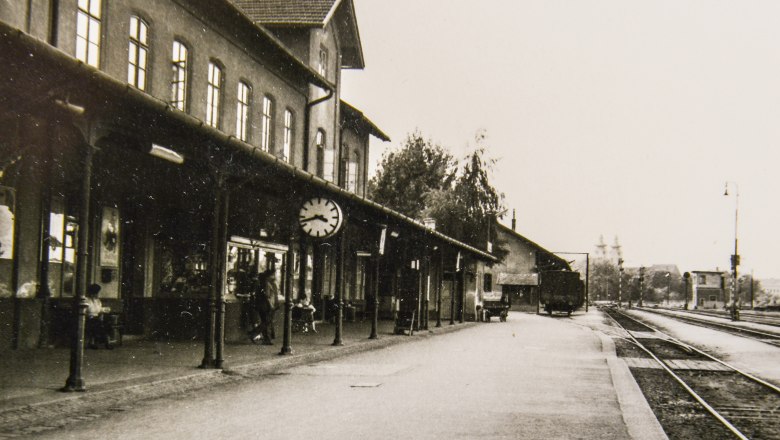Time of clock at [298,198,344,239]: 3:42
